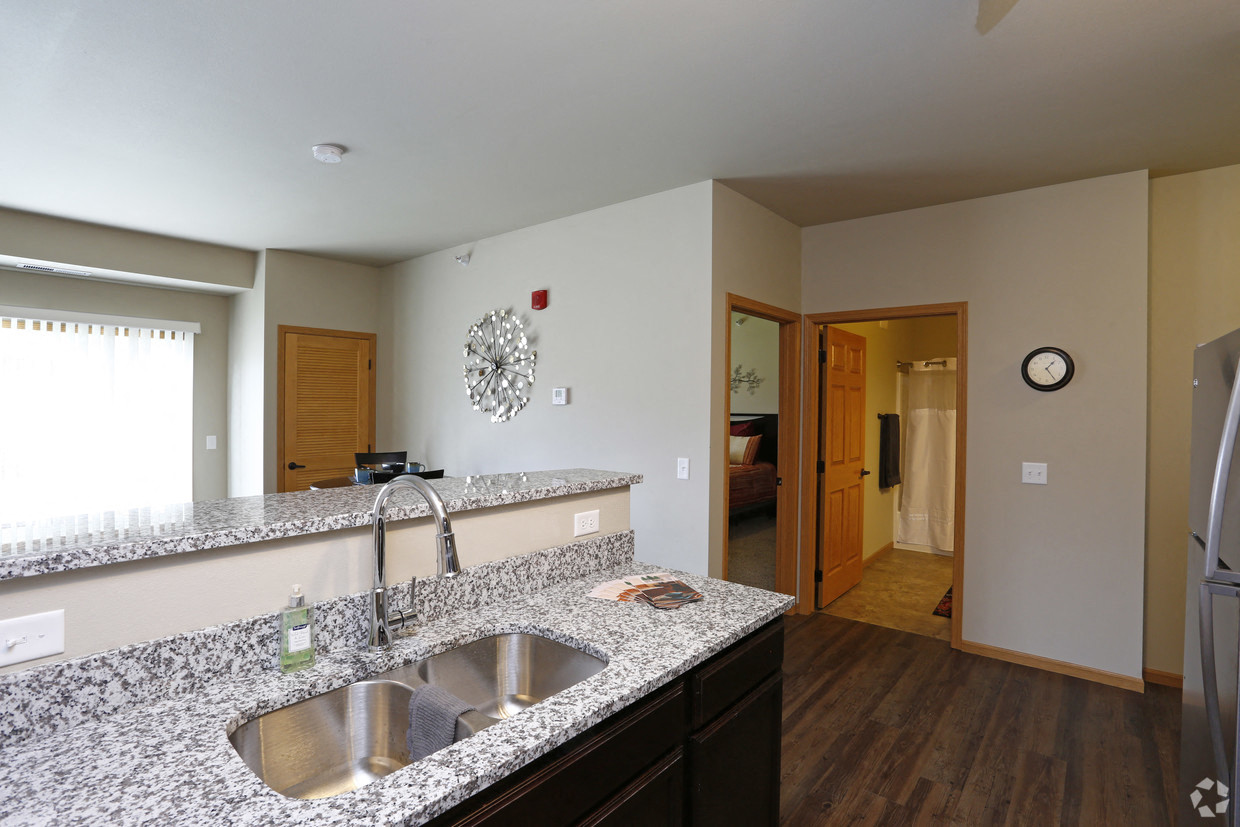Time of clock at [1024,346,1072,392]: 1:24
